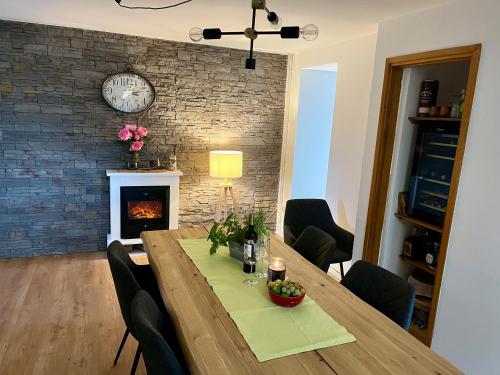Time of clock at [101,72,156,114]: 3:11
